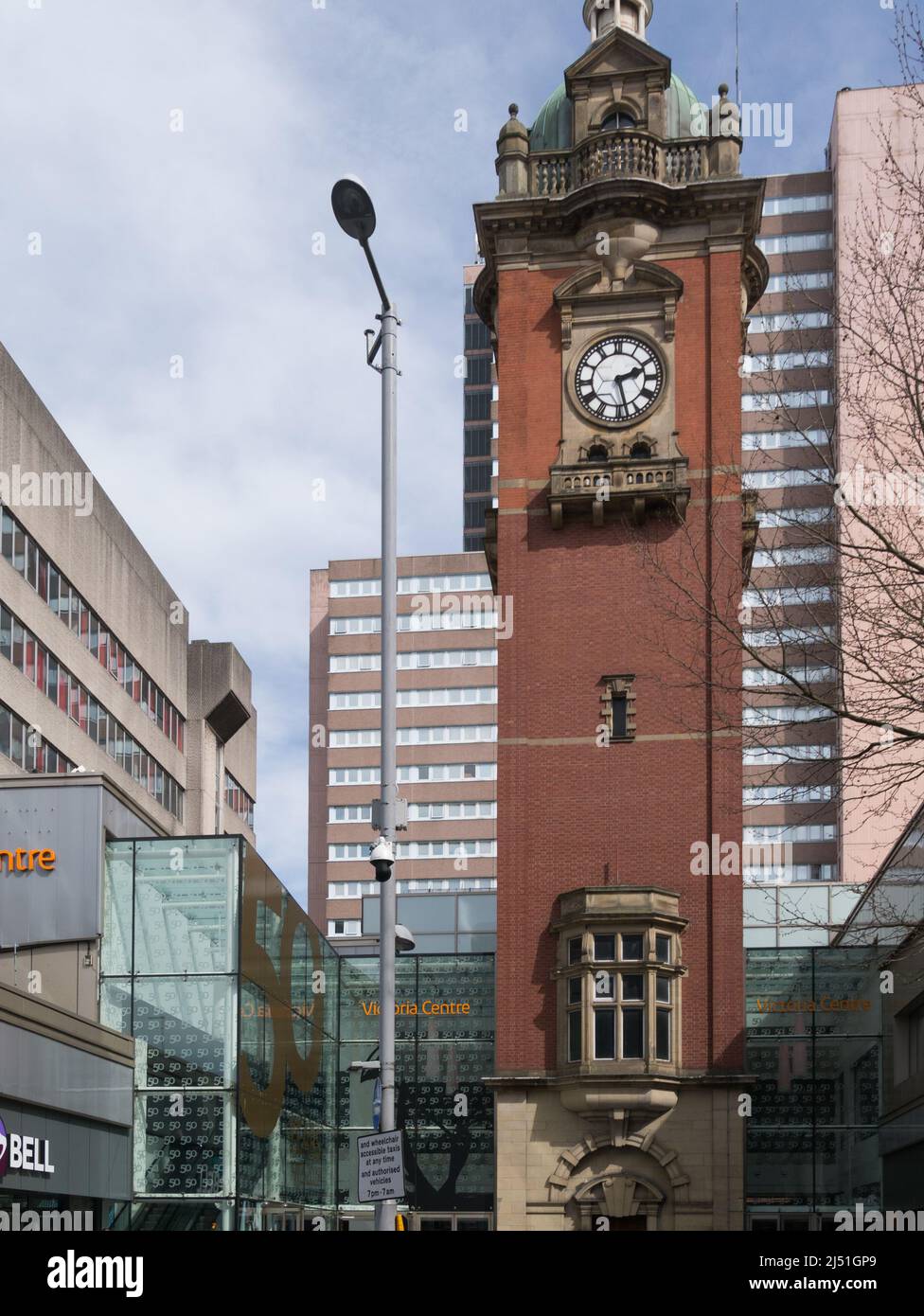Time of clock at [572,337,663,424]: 2:27
